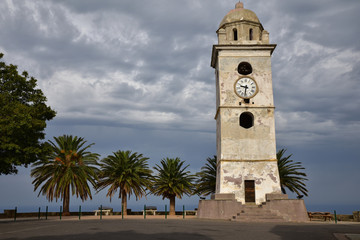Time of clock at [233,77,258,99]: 9:32
